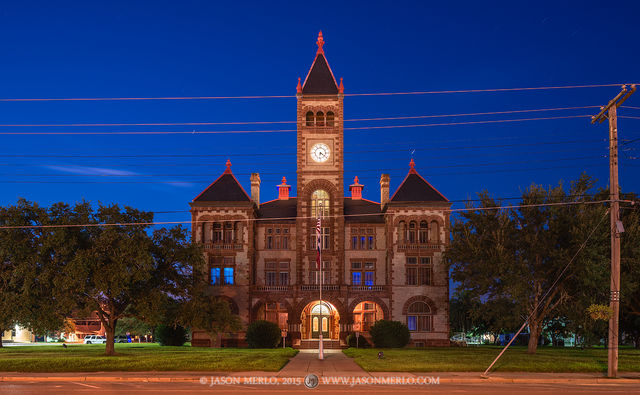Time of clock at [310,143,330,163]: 6:21
